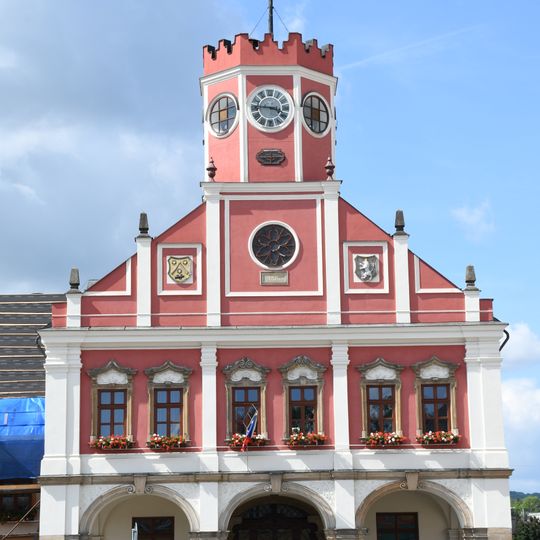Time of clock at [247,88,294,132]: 3:45
